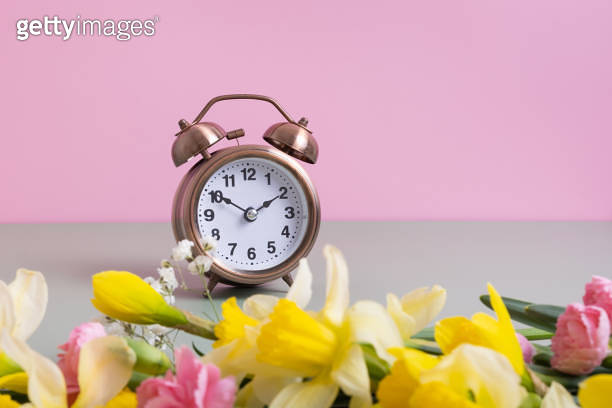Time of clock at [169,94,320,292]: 1:50
